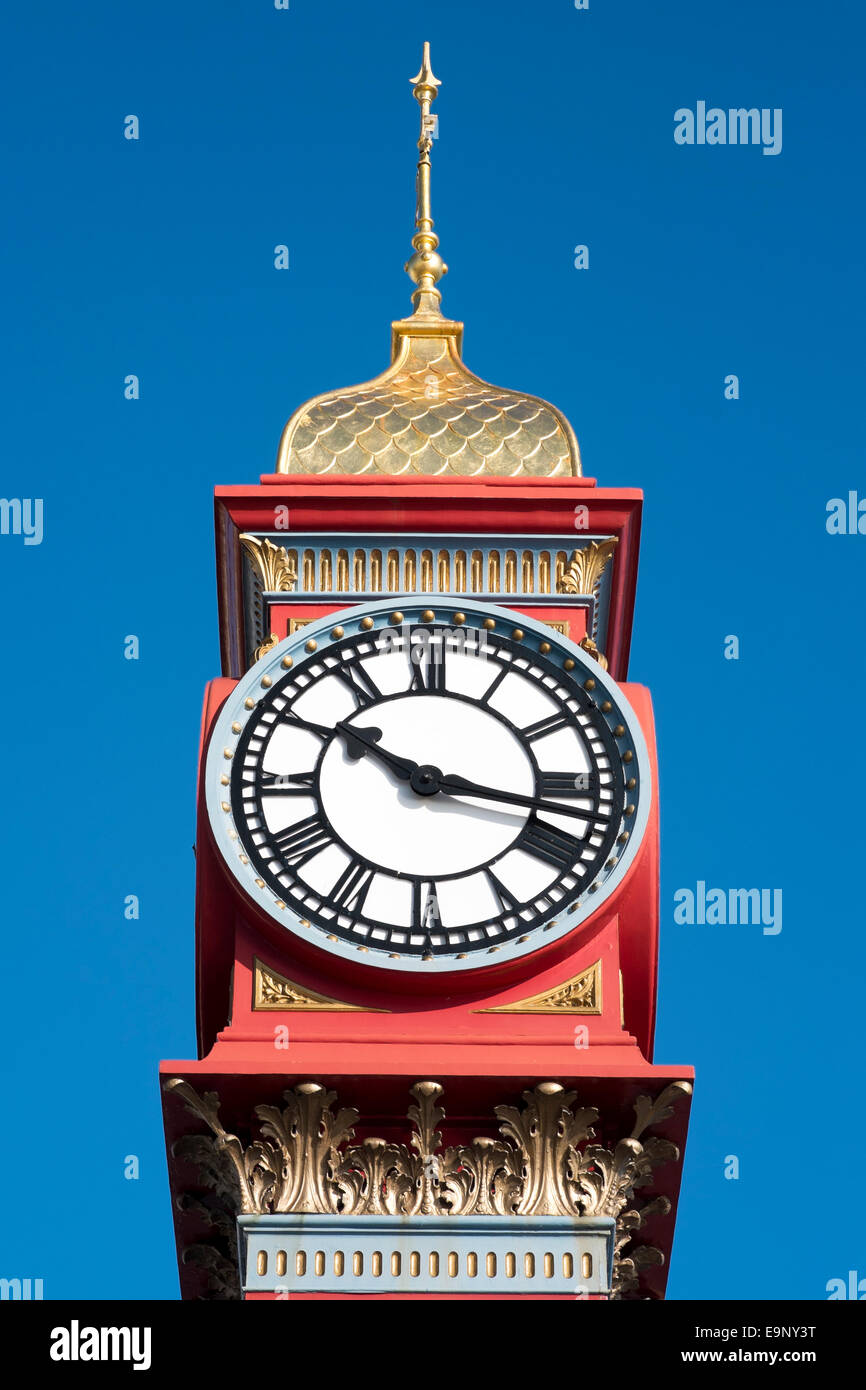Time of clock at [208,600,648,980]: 10:17
